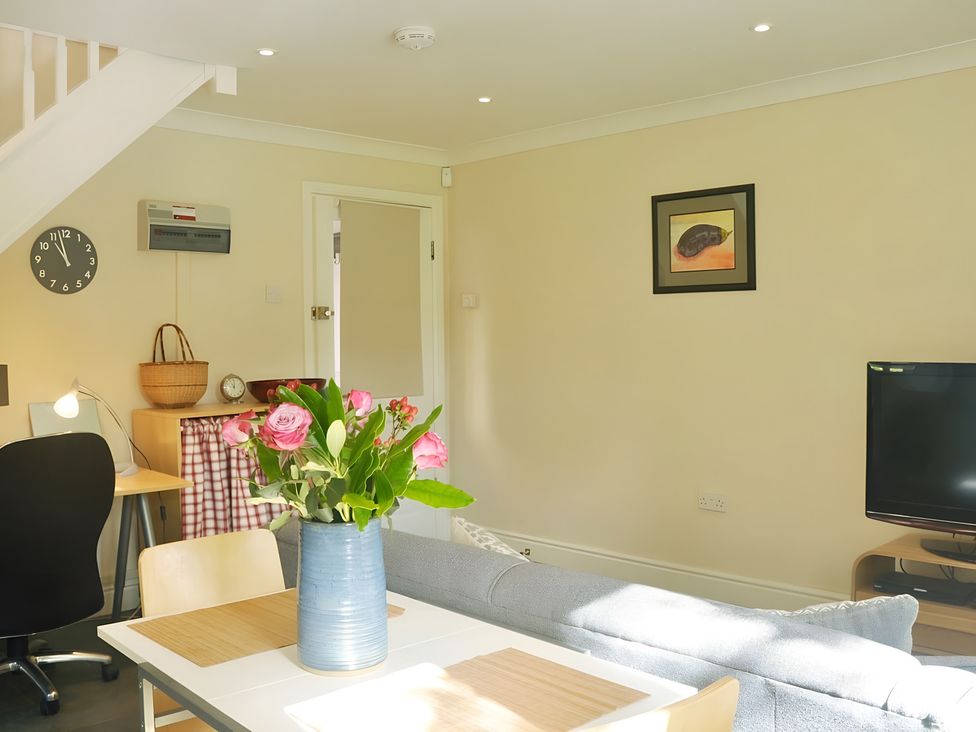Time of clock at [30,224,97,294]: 10:57
